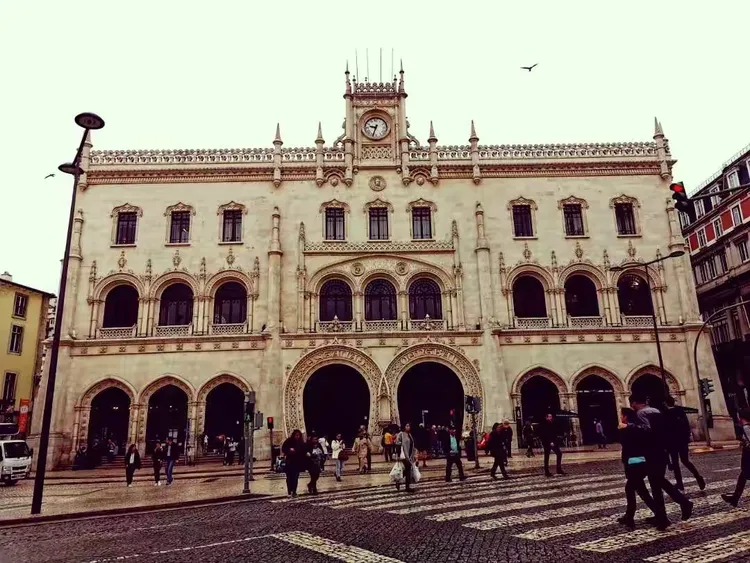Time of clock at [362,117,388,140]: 9:33
